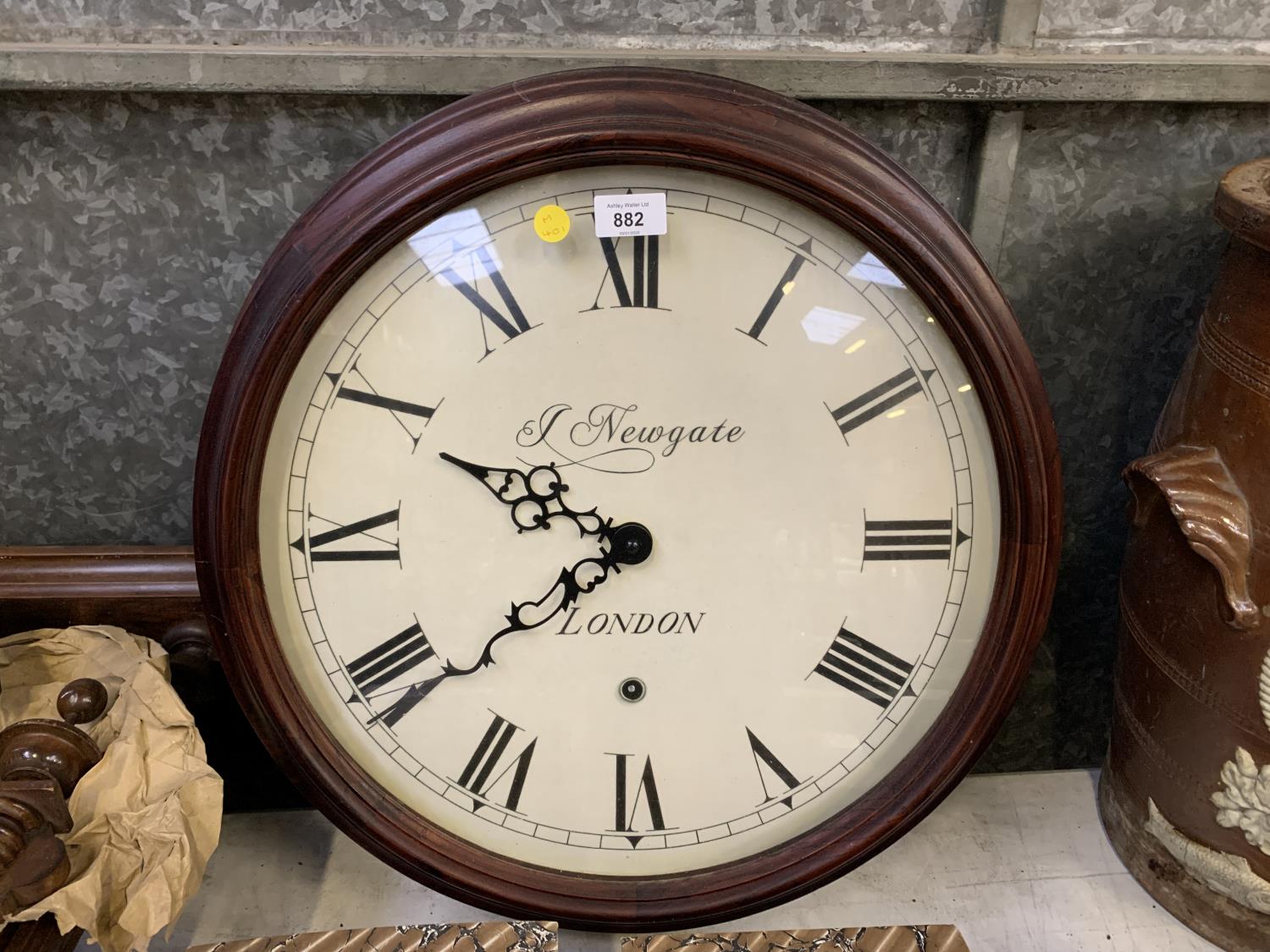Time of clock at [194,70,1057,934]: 9:38
